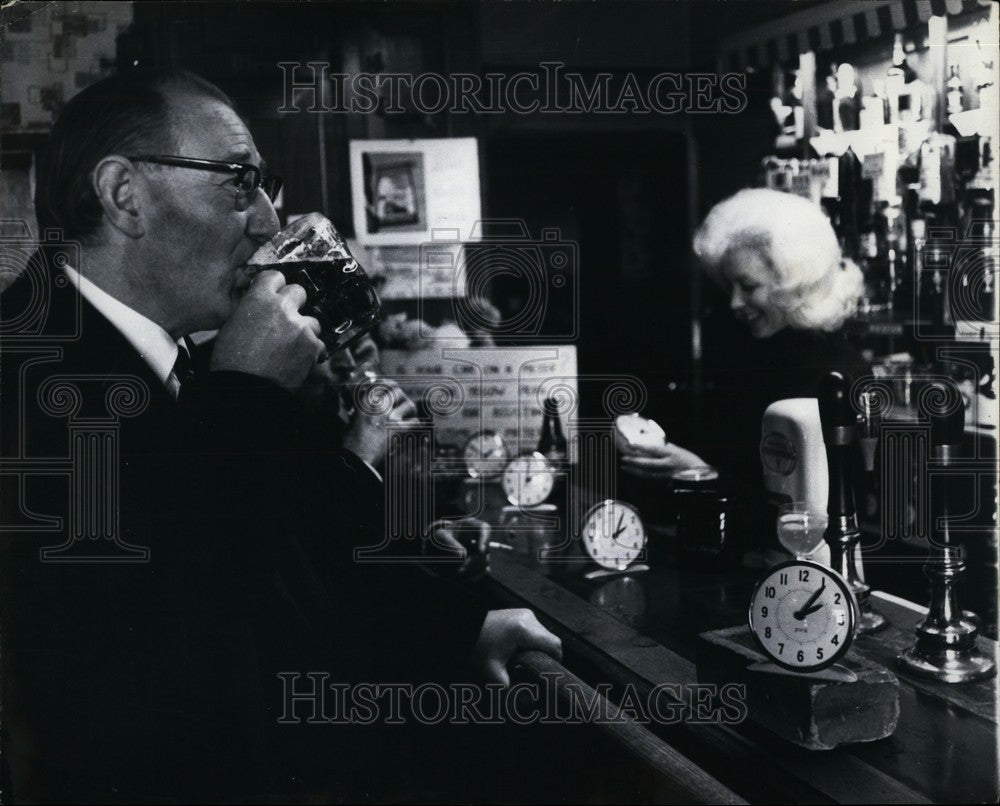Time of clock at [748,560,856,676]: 2:06
